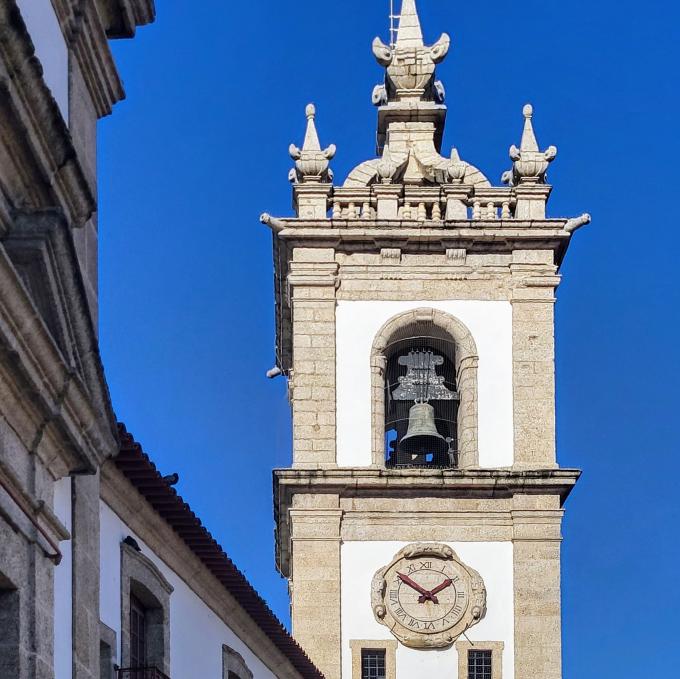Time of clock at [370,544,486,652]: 1:51
